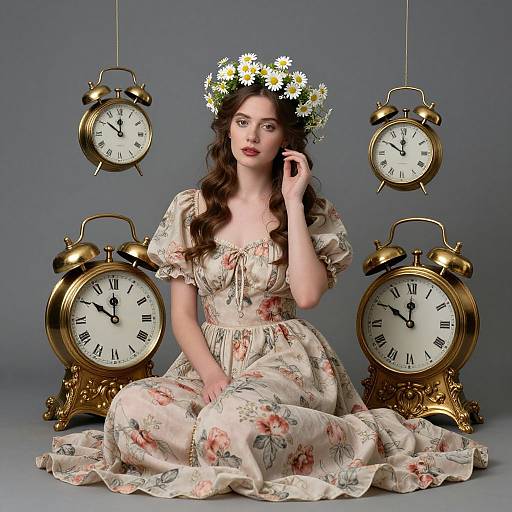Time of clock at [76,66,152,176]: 11:51
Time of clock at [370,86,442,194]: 11:50
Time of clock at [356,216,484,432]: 11:50
